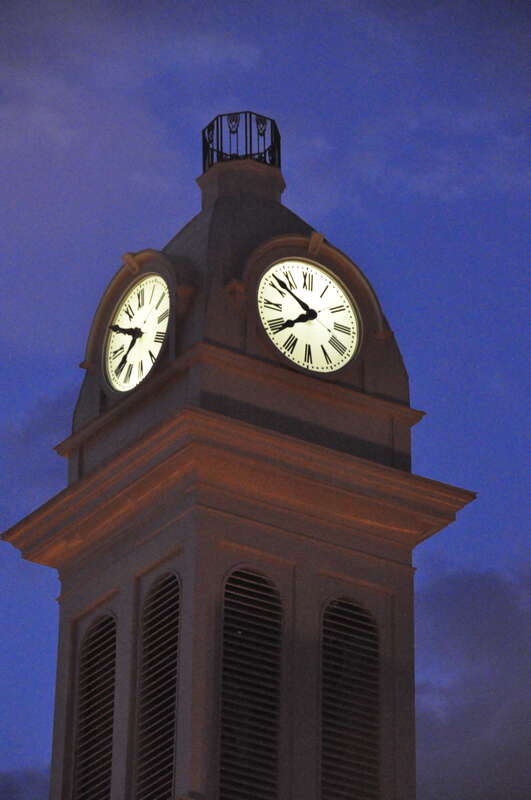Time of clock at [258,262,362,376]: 7:51
